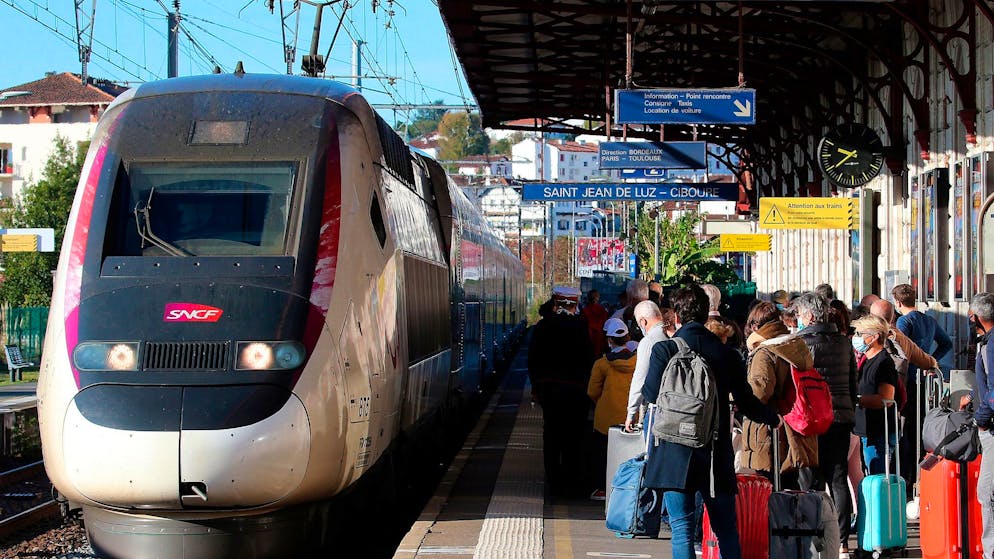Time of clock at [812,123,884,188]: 9:39
